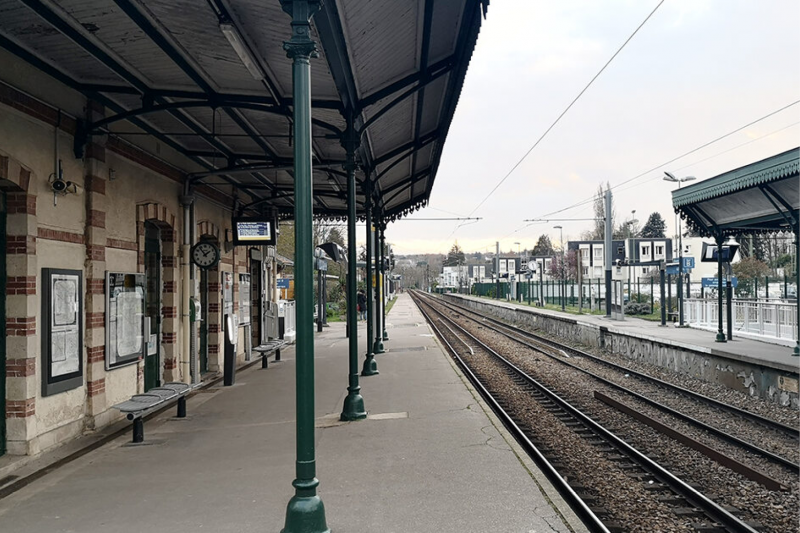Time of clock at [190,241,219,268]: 1:53
